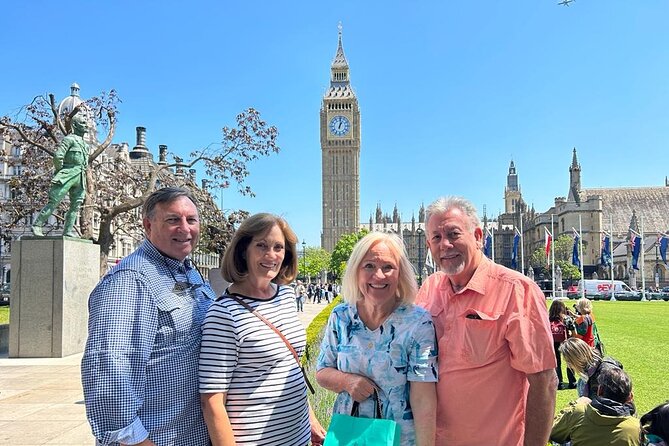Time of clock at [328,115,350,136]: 1:01
